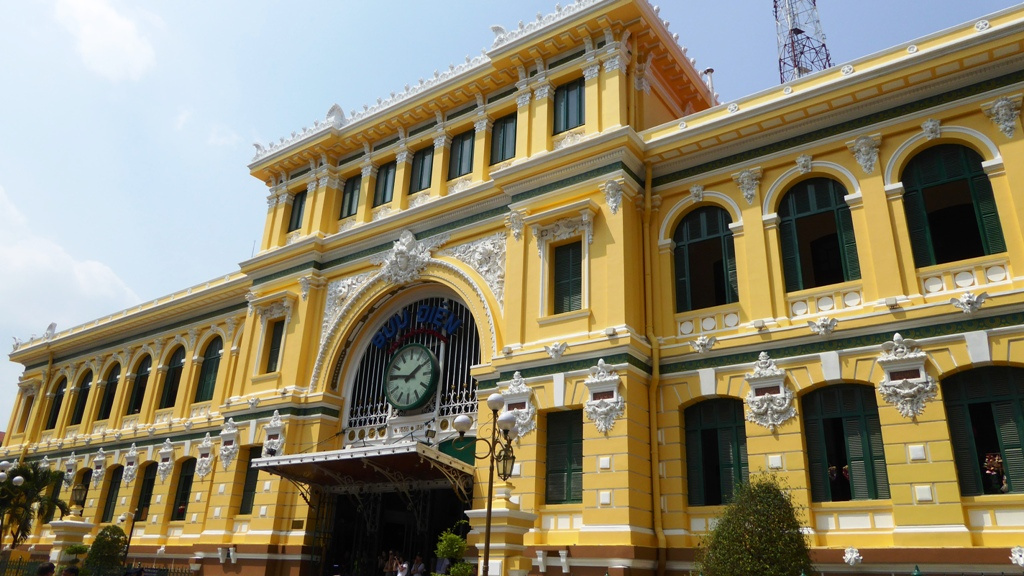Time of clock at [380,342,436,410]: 1:46
